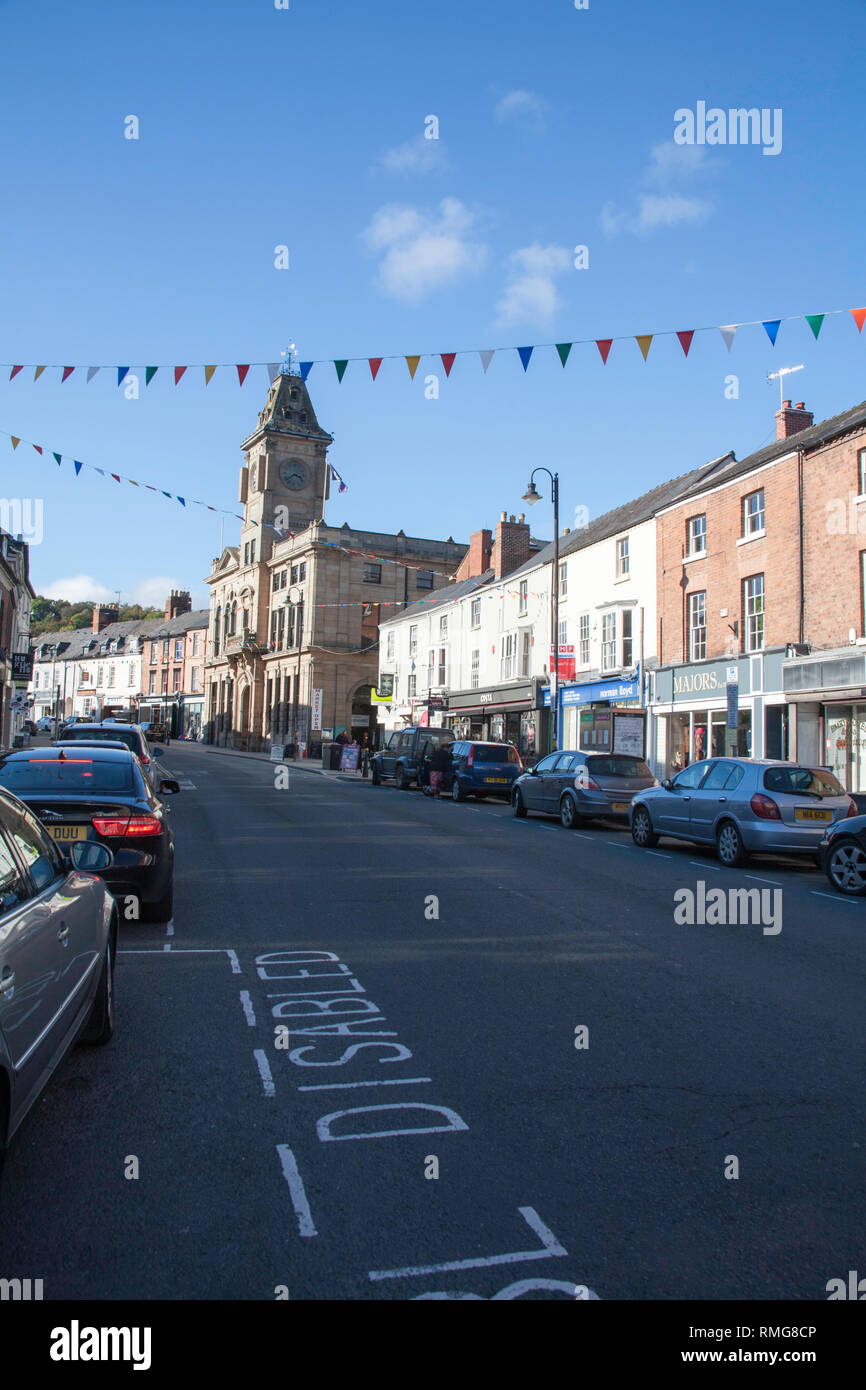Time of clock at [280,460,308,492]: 3:38
